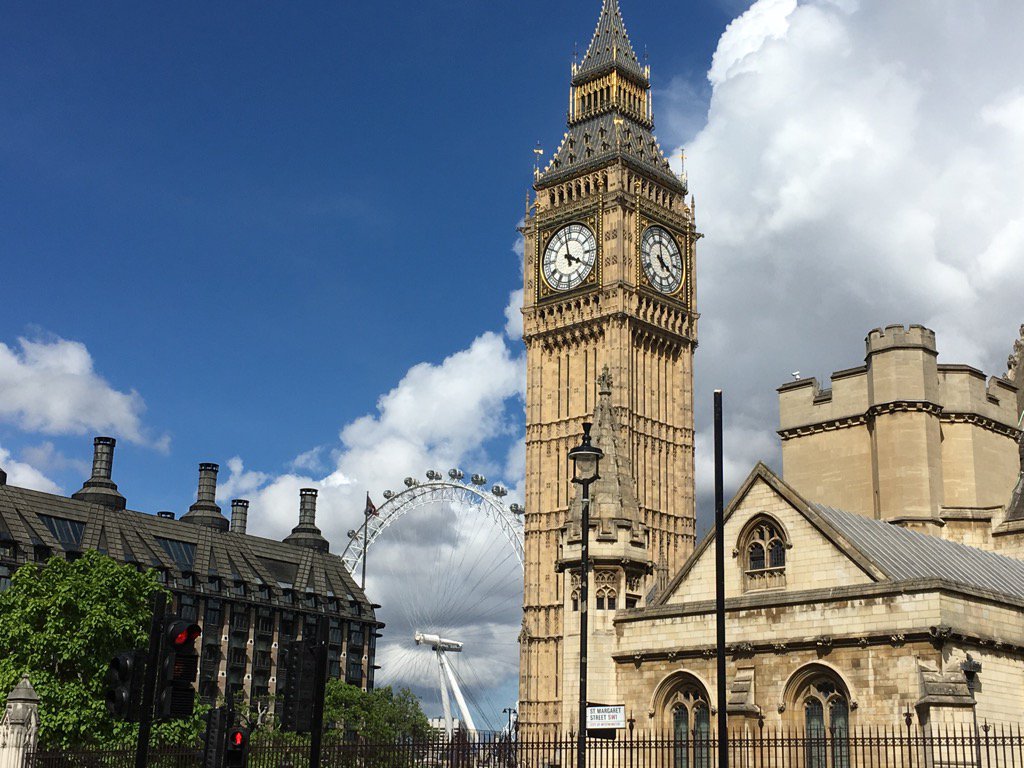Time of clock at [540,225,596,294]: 3:58
